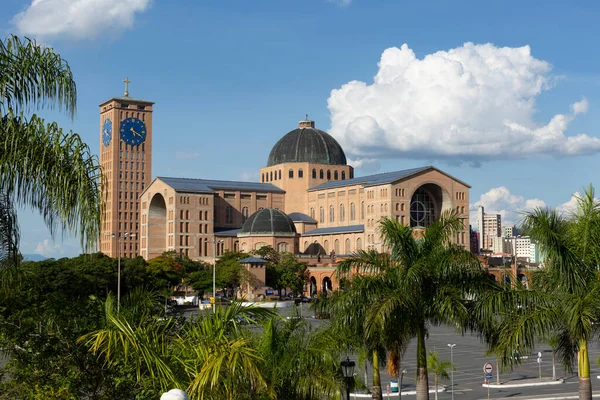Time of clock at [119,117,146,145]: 5:19
